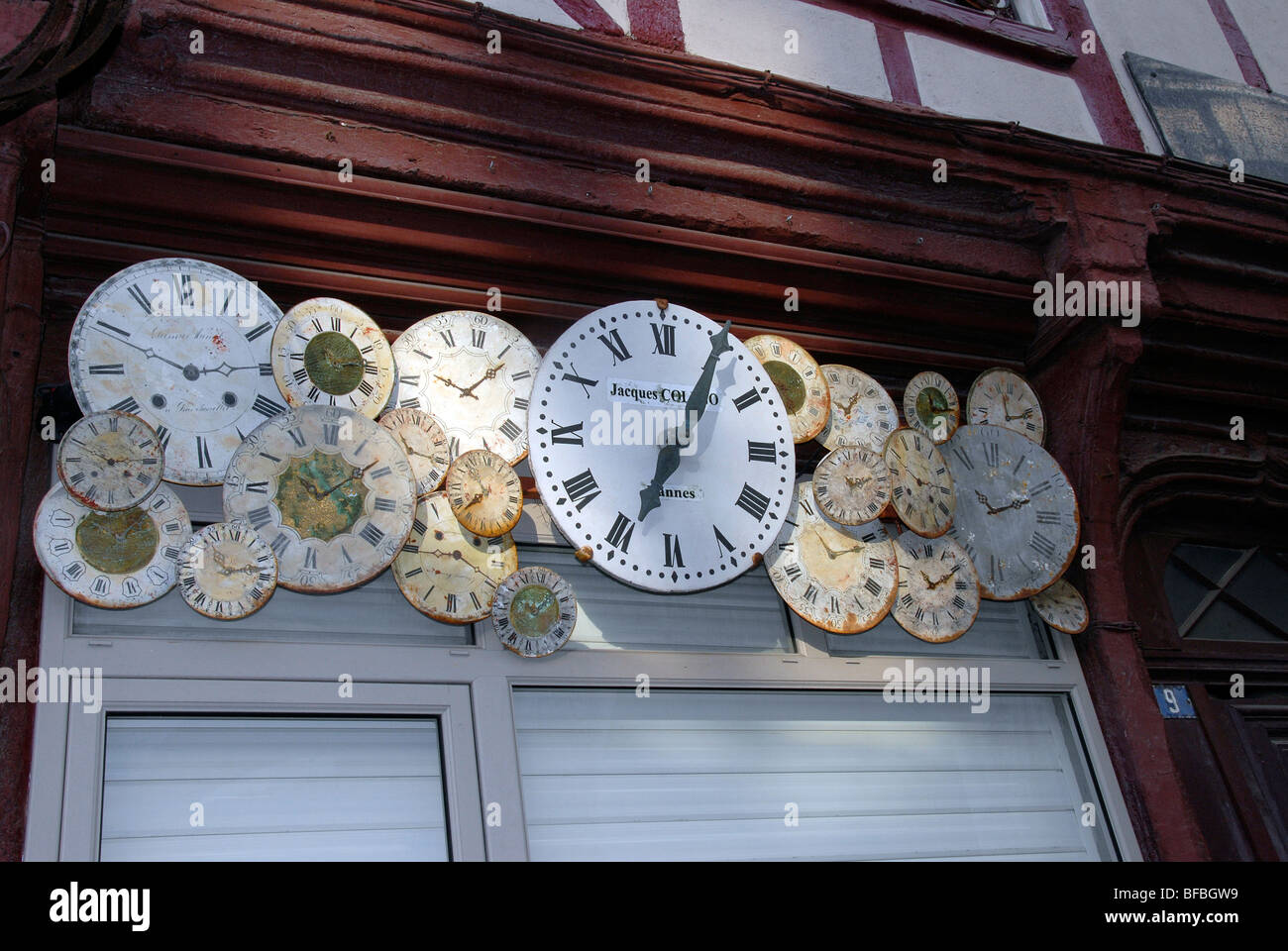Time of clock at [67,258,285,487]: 2:49
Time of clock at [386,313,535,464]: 9:07
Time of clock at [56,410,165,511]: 2:49
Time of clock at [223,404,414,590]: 10:08
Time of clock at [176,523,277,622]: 10:12
